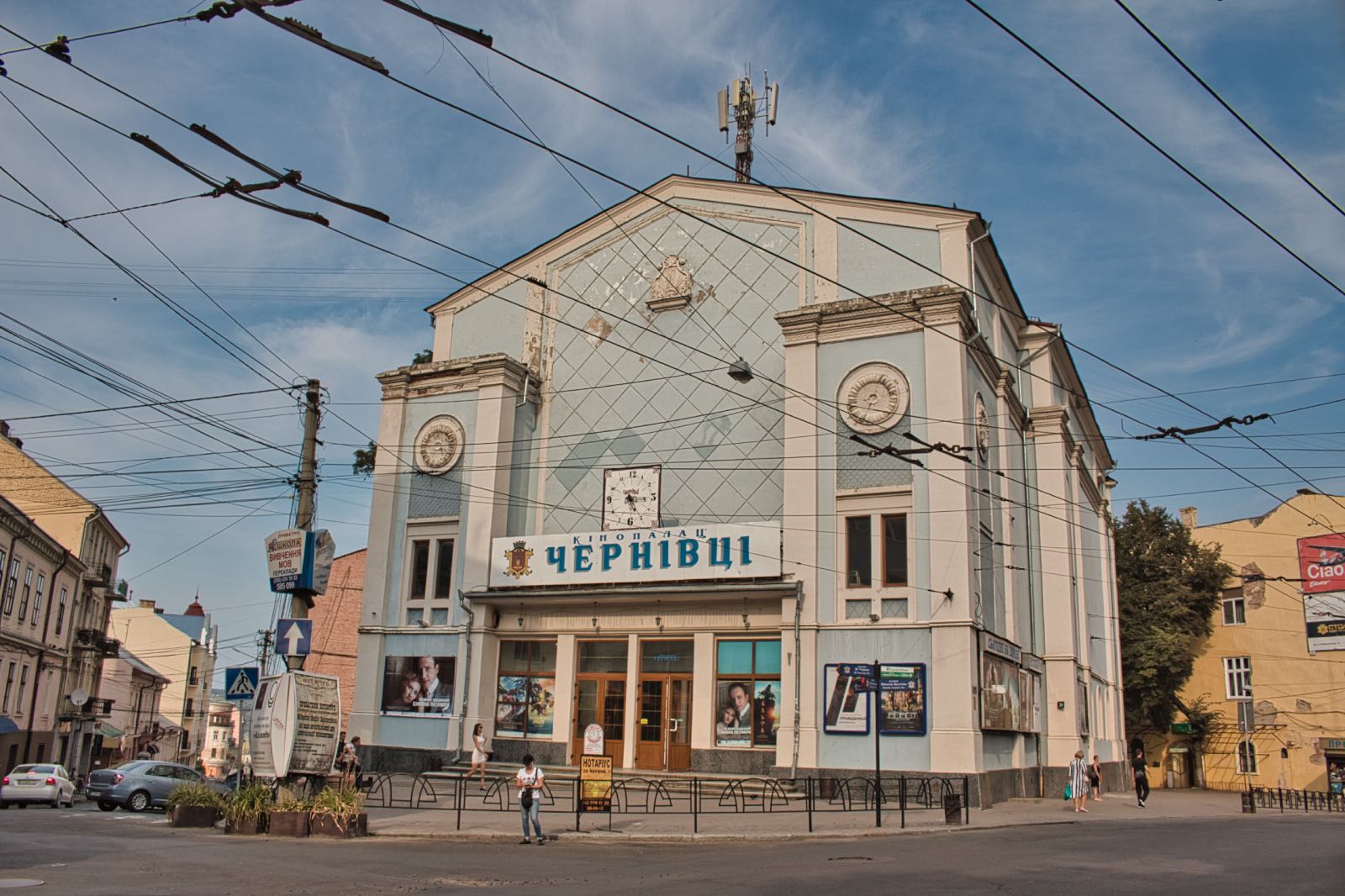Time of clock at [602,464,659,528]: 5:15
